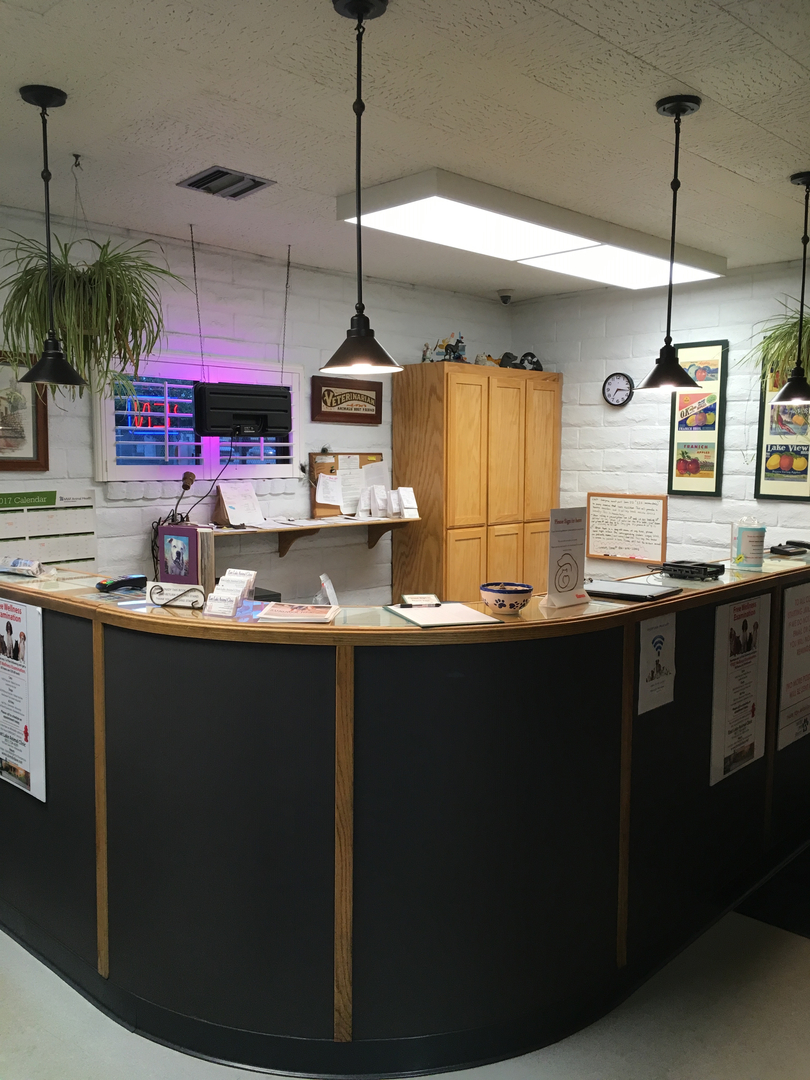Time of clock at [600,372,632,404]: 7:16
